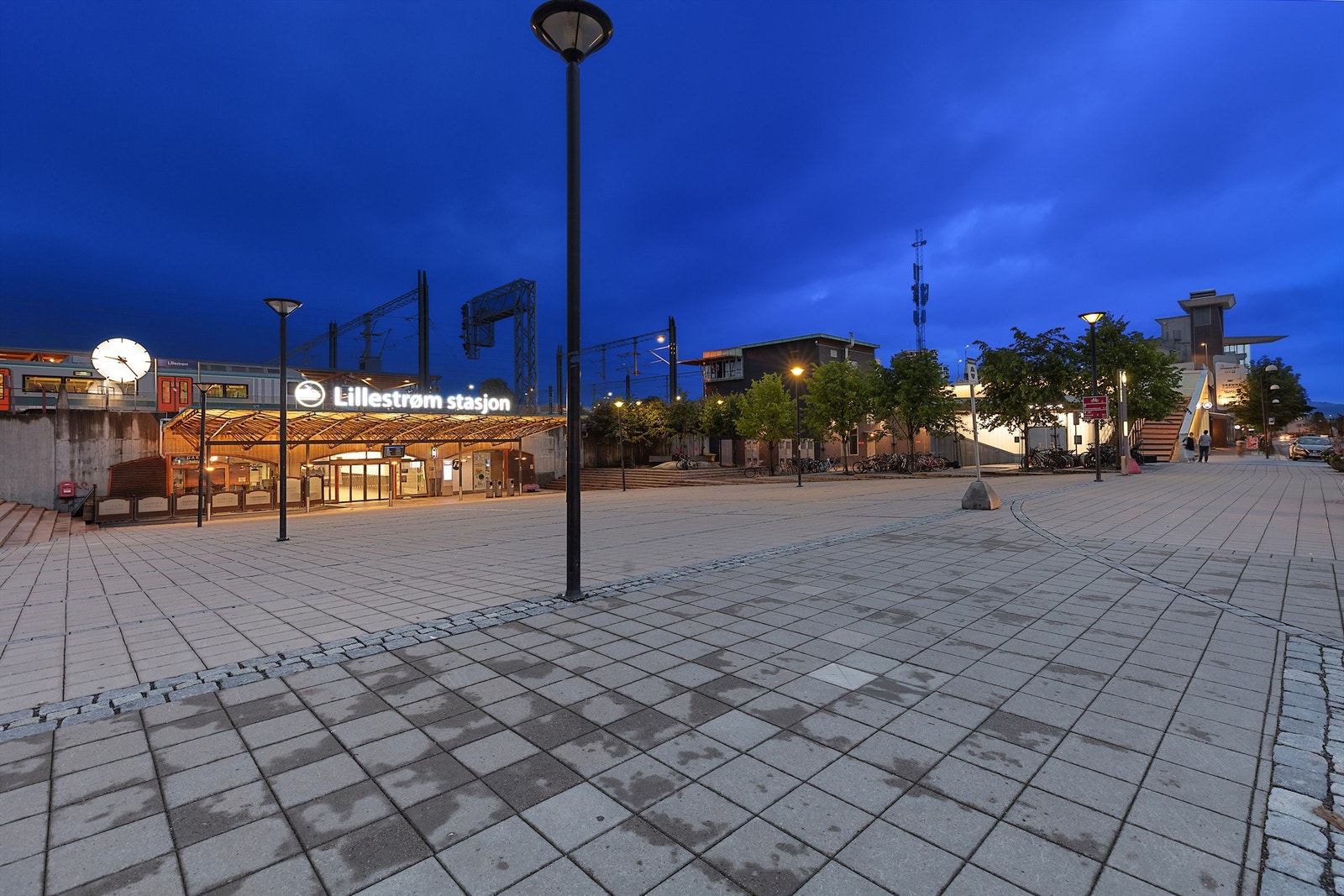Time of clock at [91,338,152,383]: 9:23
